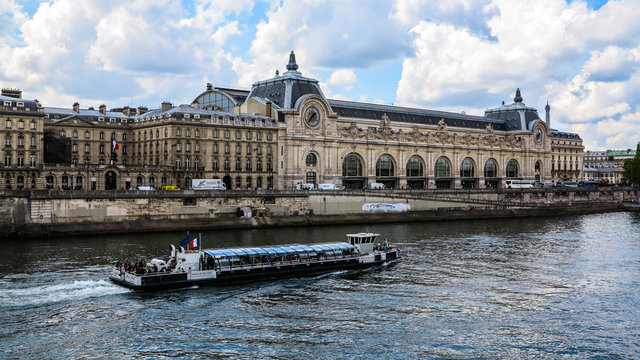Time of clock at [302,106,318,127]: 1:36
